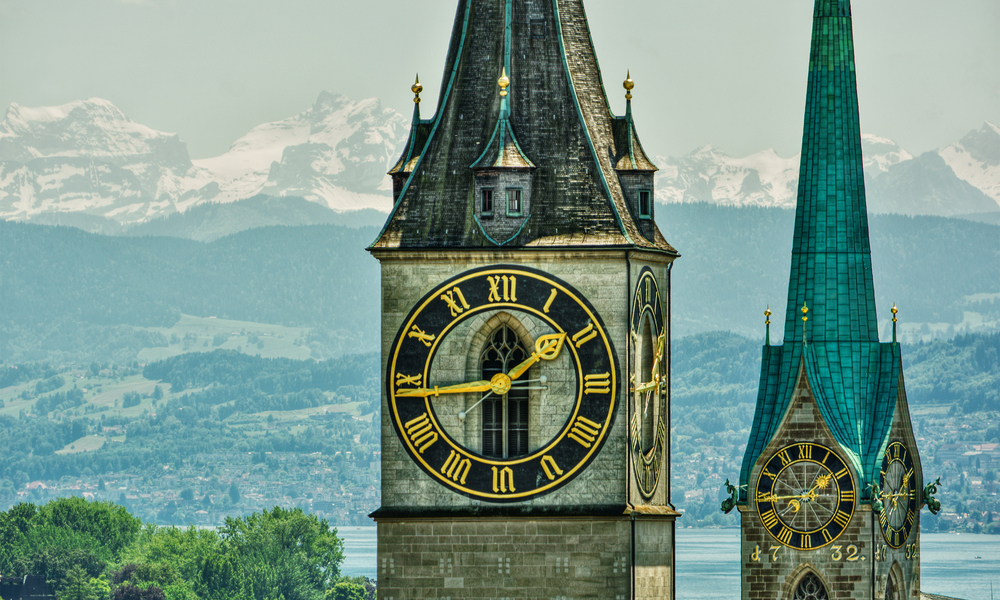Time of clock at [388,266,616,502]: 1:44
